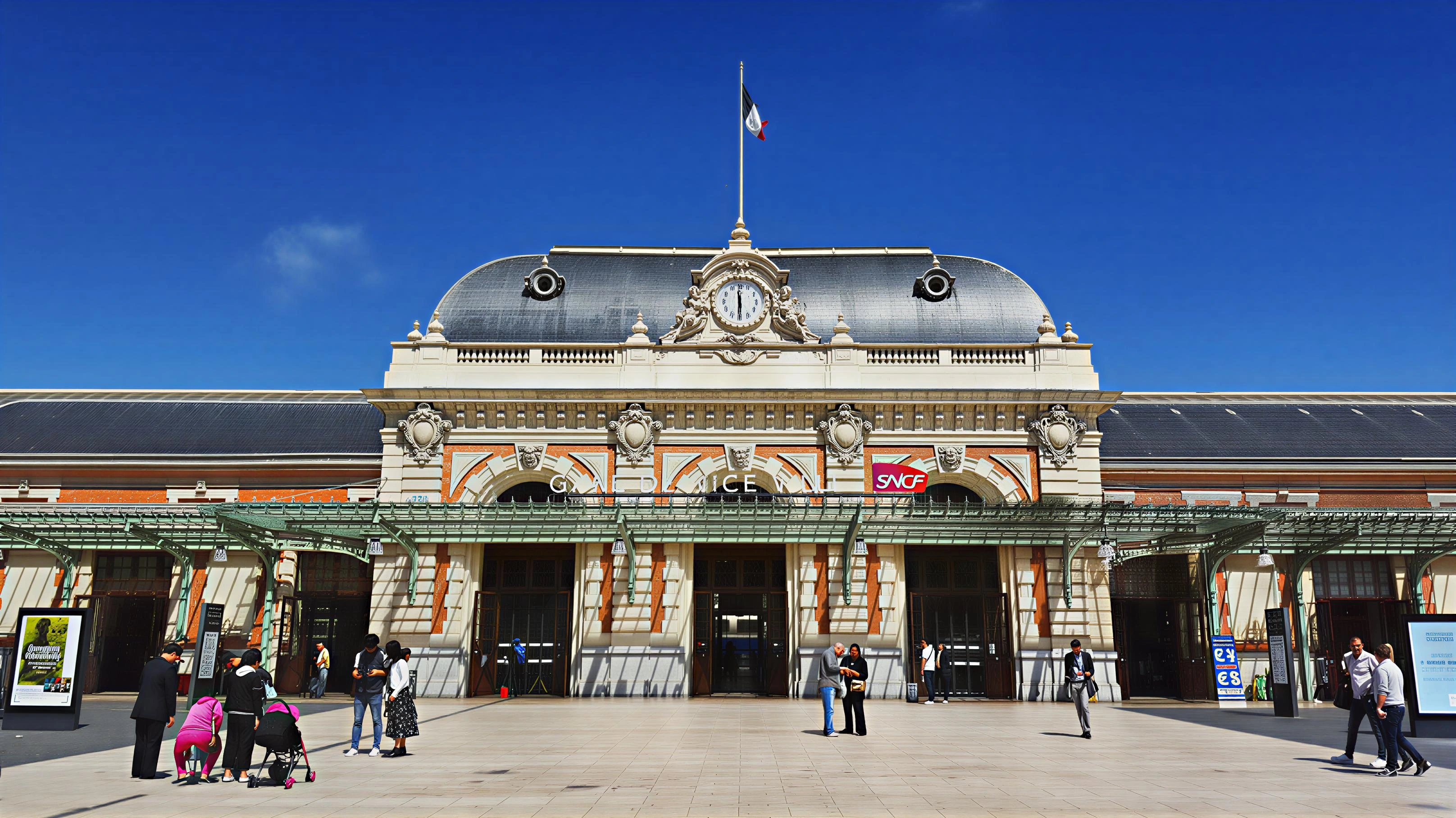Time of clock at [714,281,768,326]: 5:59
